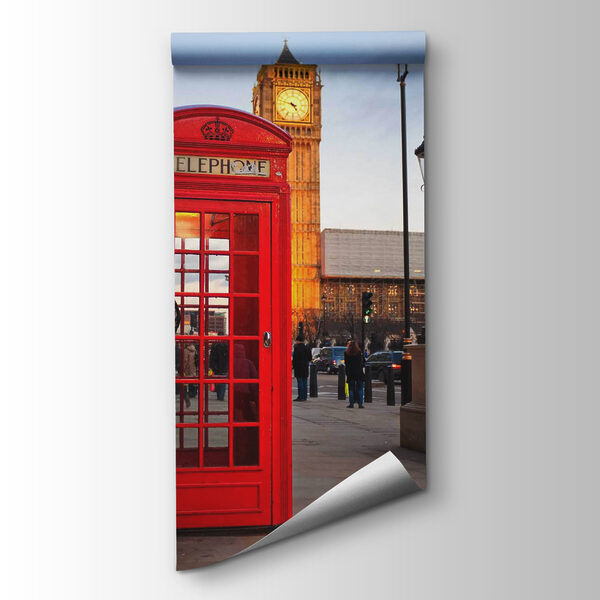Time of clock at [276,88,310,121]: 4:47
